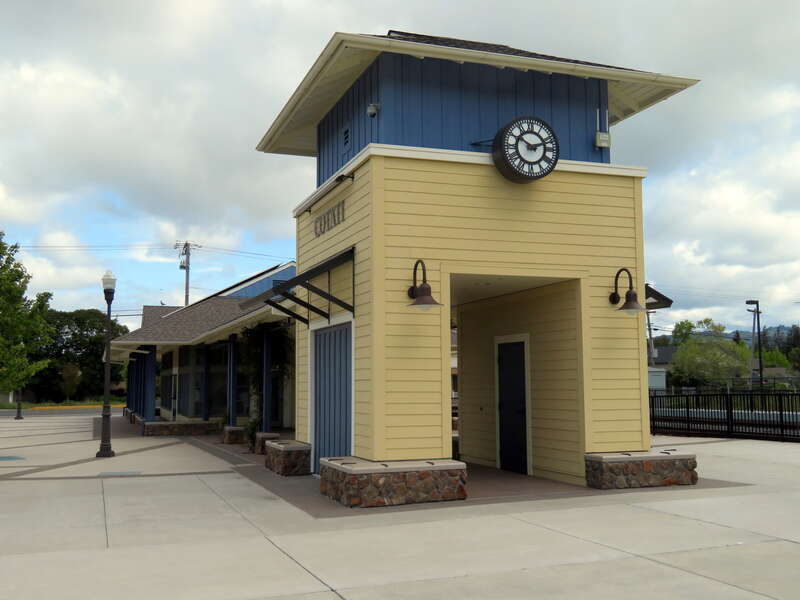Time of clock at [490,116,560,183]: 10:12
